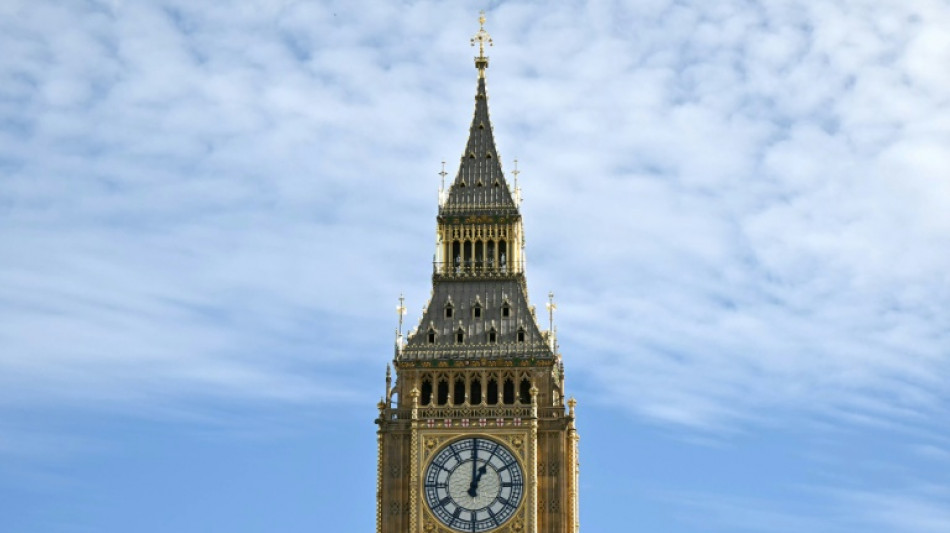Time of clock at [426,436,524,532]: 1:00
